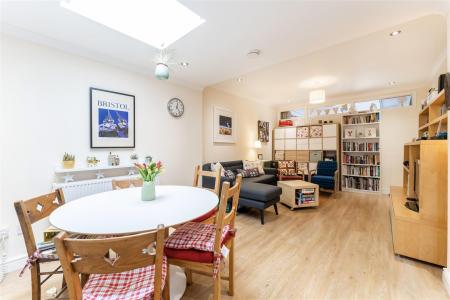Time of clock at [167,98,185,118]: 12:23
